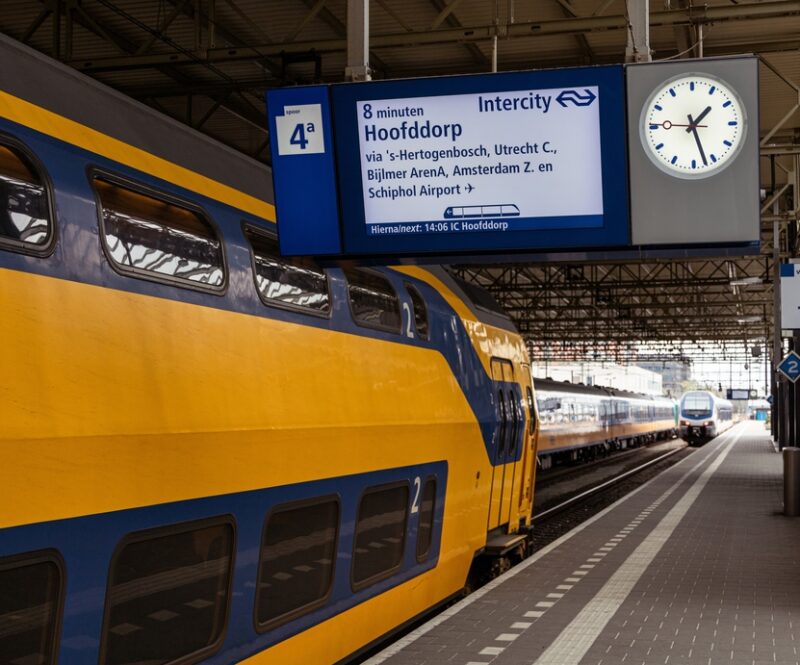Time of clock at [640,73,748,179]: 1:27
